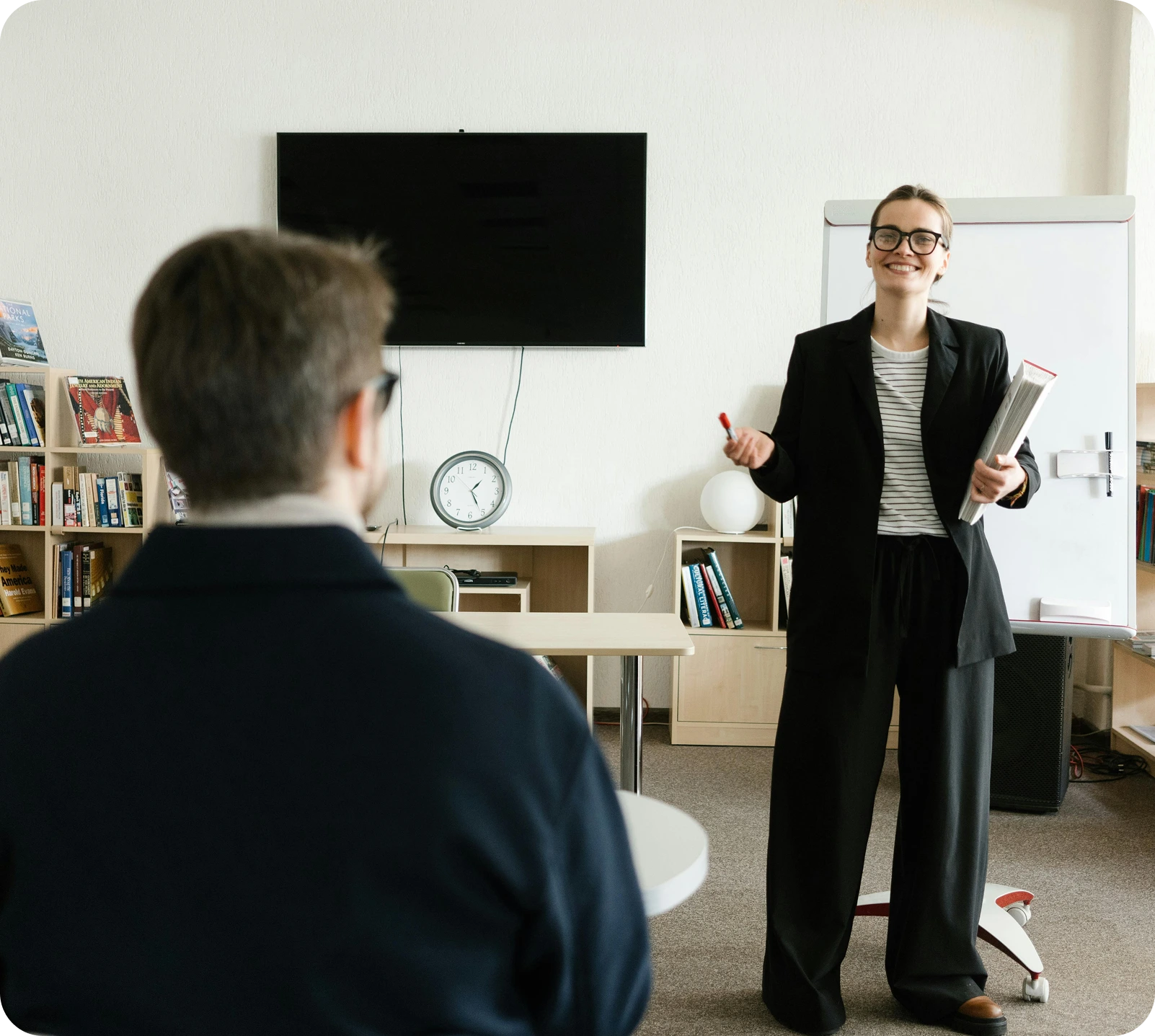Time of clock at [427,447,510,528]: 1:25
